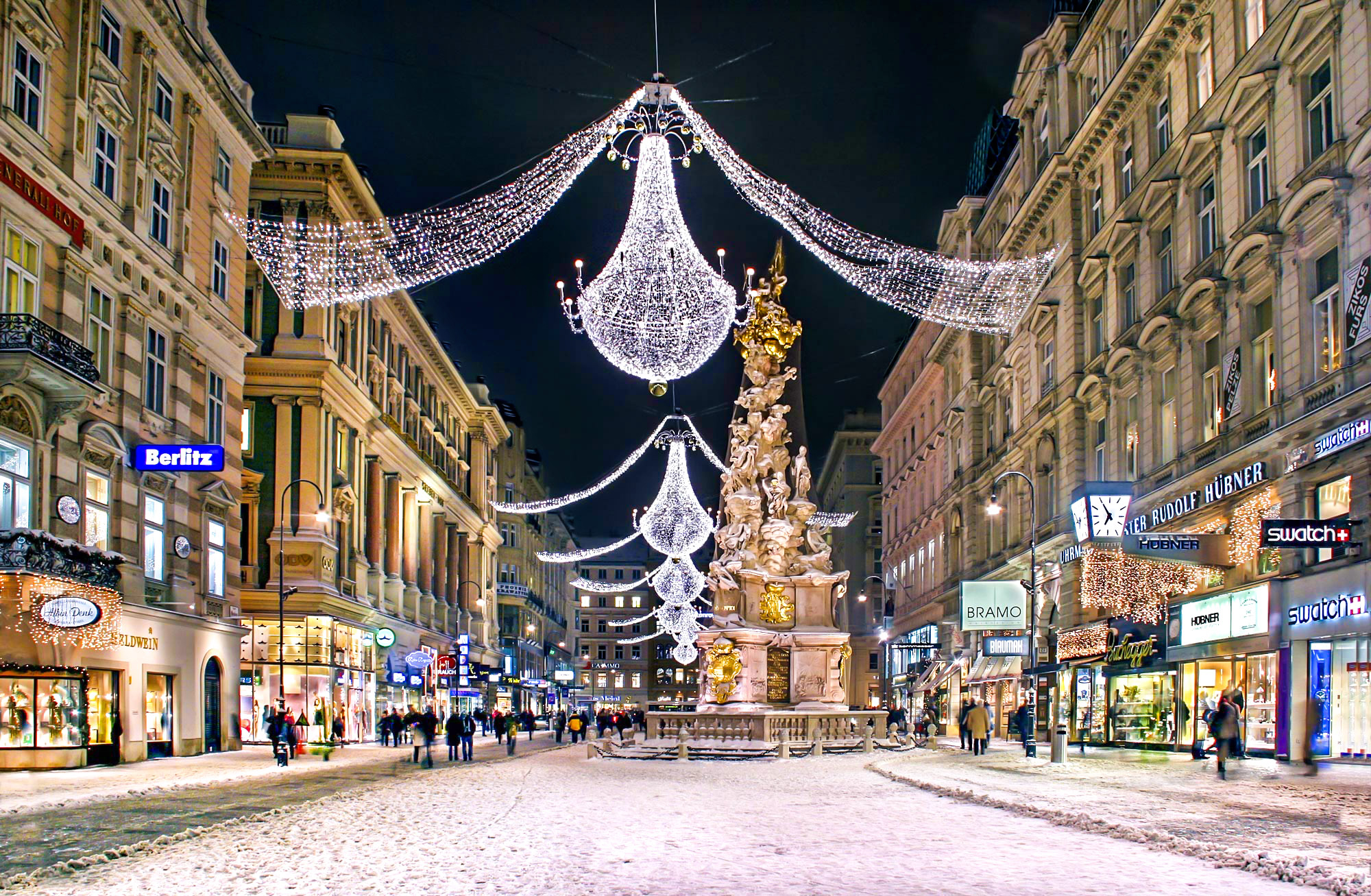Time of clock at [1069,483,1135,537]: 6:54
